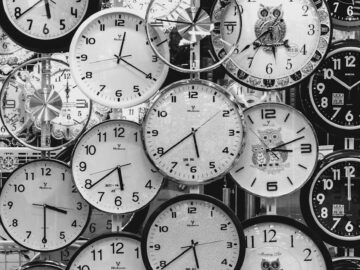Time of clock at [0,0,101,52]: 5:38
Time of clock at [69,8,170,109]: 12:20
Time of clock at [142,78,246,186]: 5:39
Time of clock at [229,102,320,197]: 3:11
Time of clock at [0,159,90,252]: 3:29
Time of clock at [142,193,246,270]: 5:39
